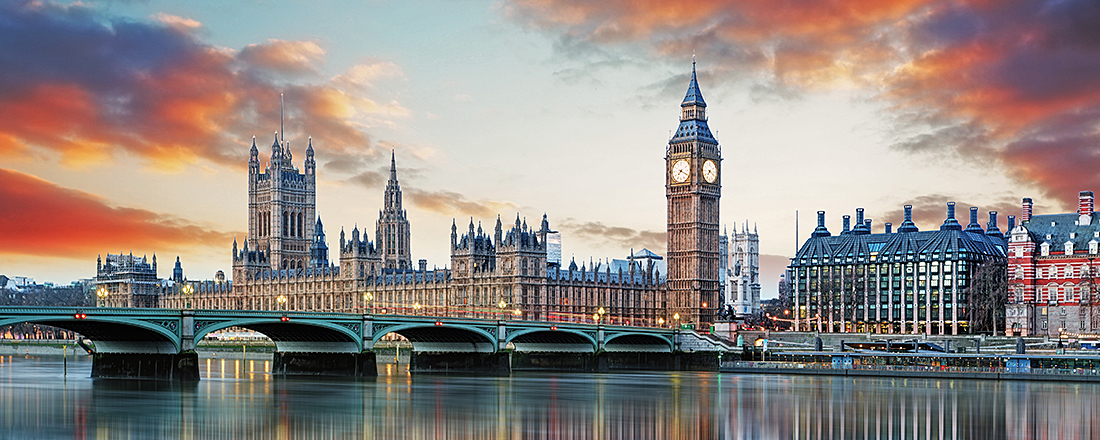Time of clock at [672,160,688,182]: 7:19
